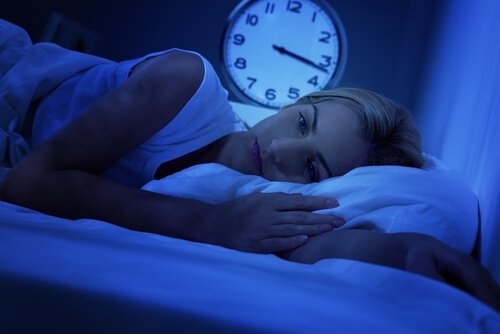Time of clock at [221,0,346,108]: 3:17
